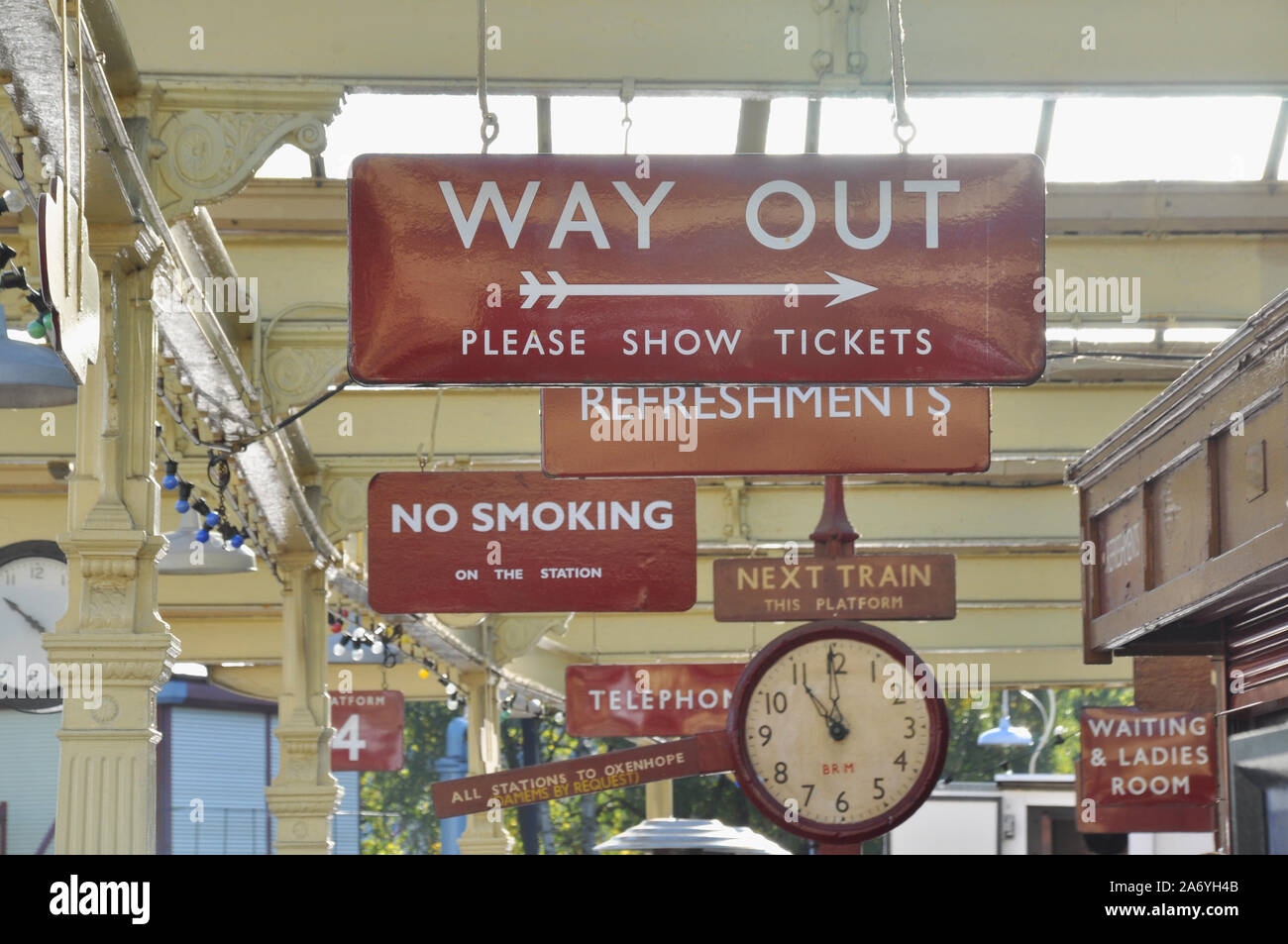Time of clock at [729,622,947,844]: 10:59
